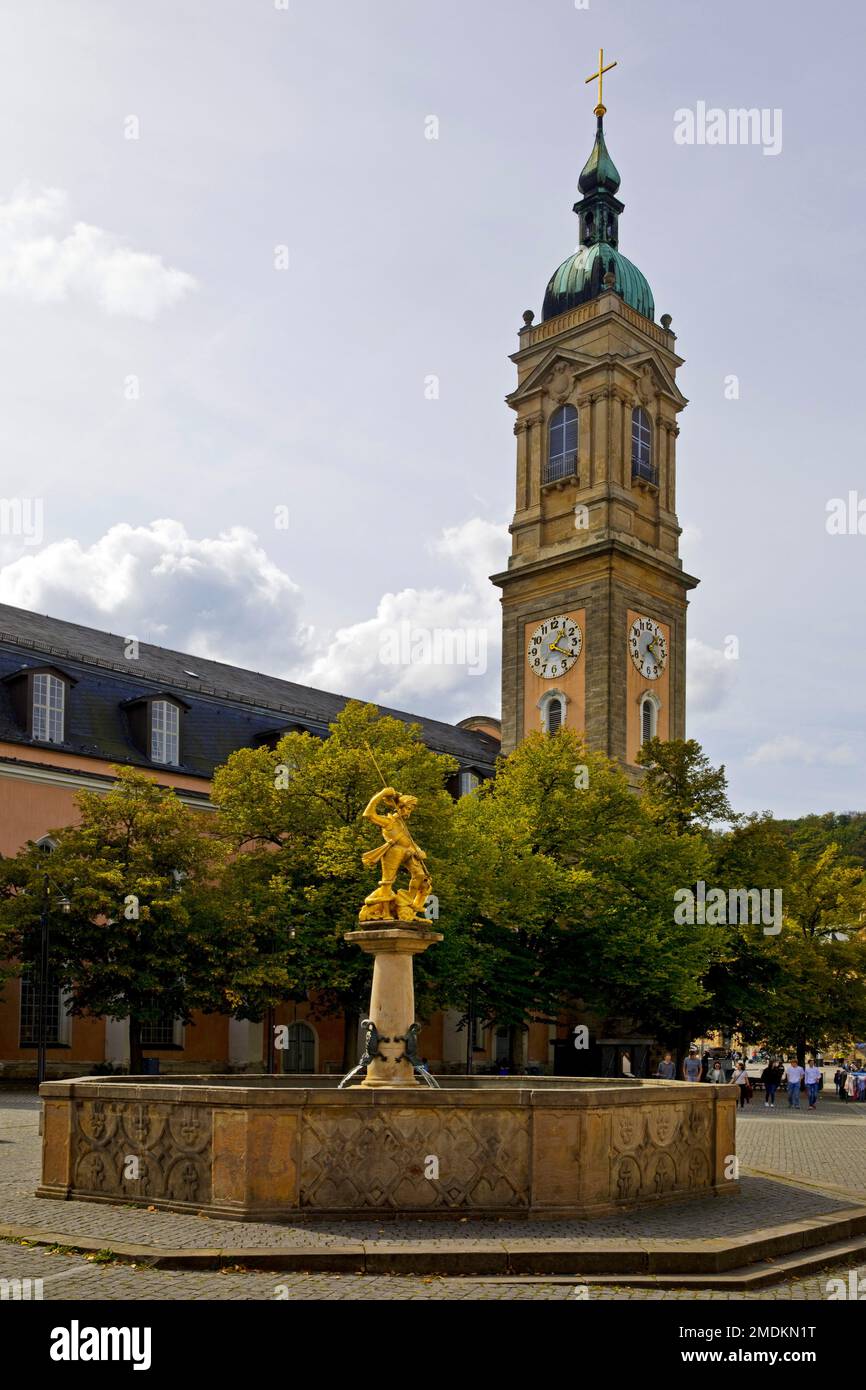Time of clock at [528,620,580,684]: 1:20
